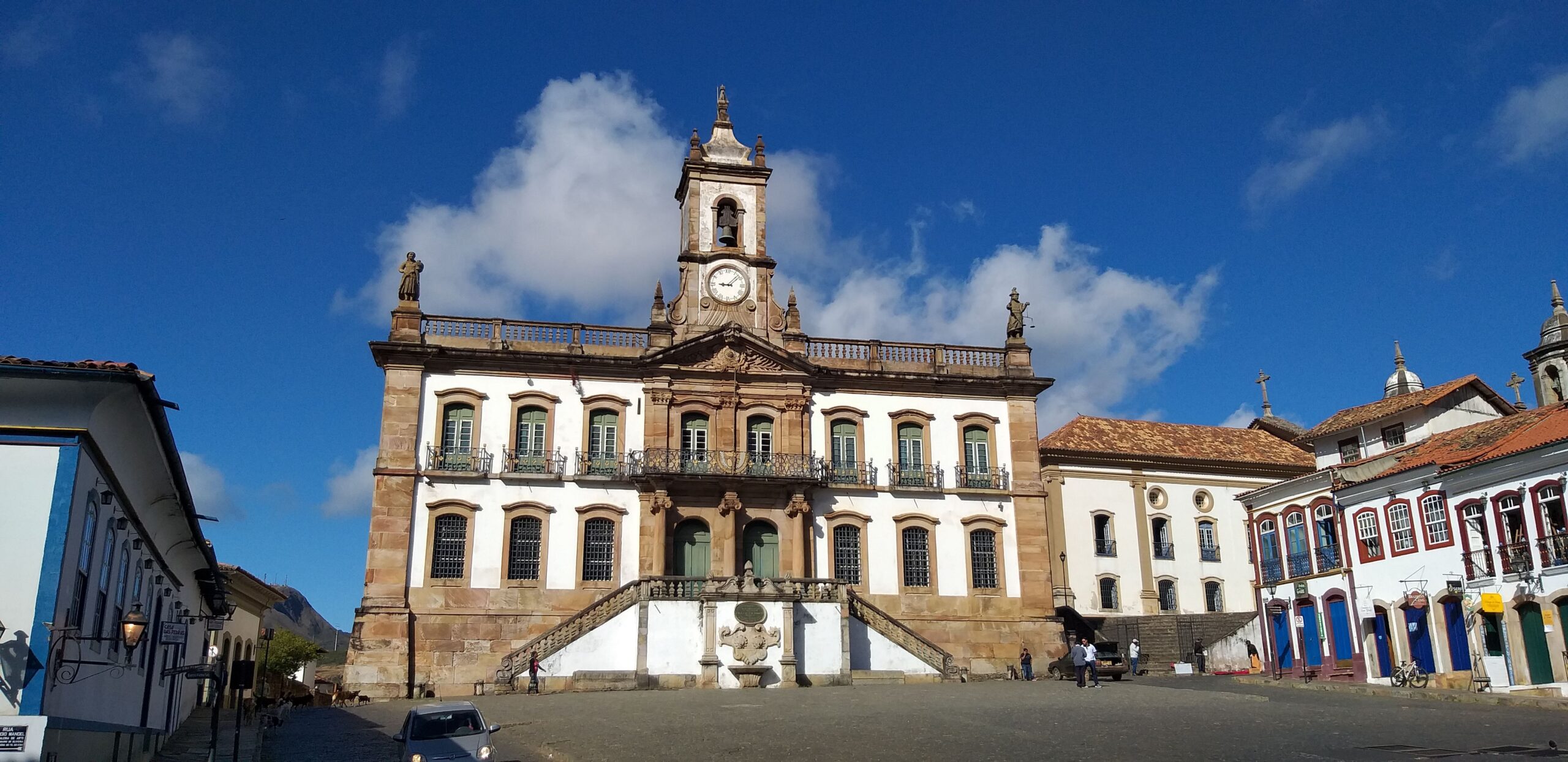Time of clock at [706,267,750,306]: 9:07
